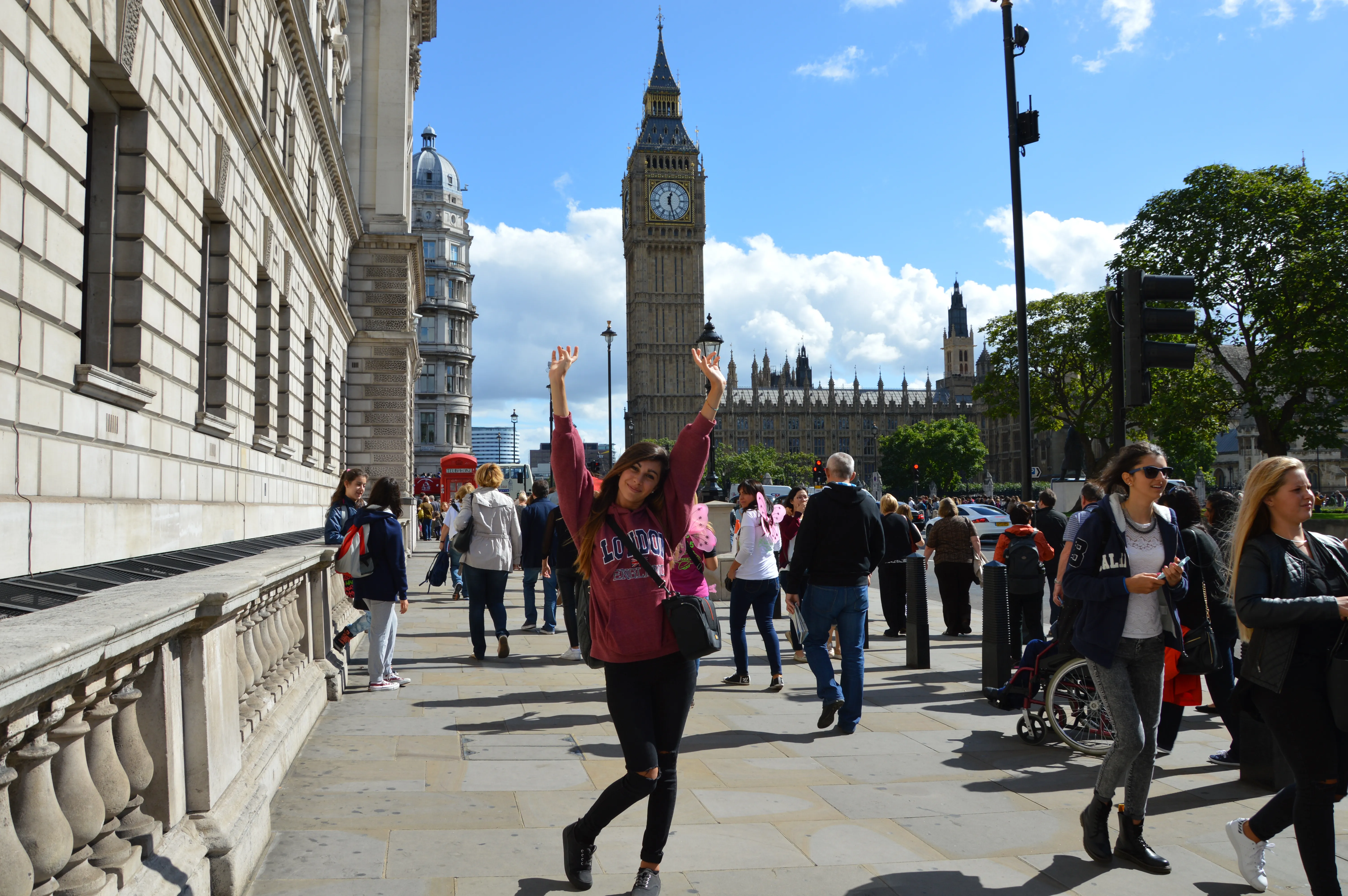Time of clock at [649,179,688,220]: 12:27
